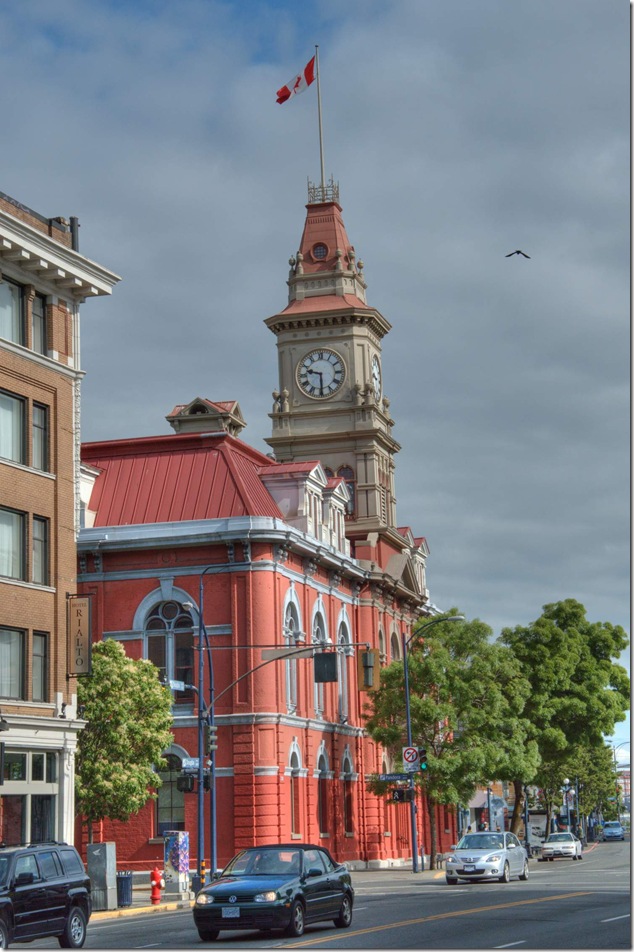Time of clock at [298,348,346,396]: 9:29
